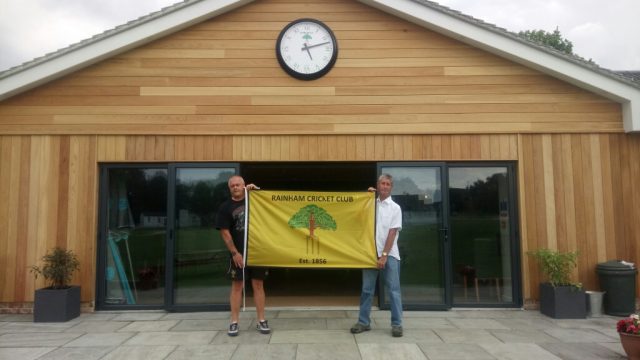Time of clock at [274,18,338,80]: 5:12
